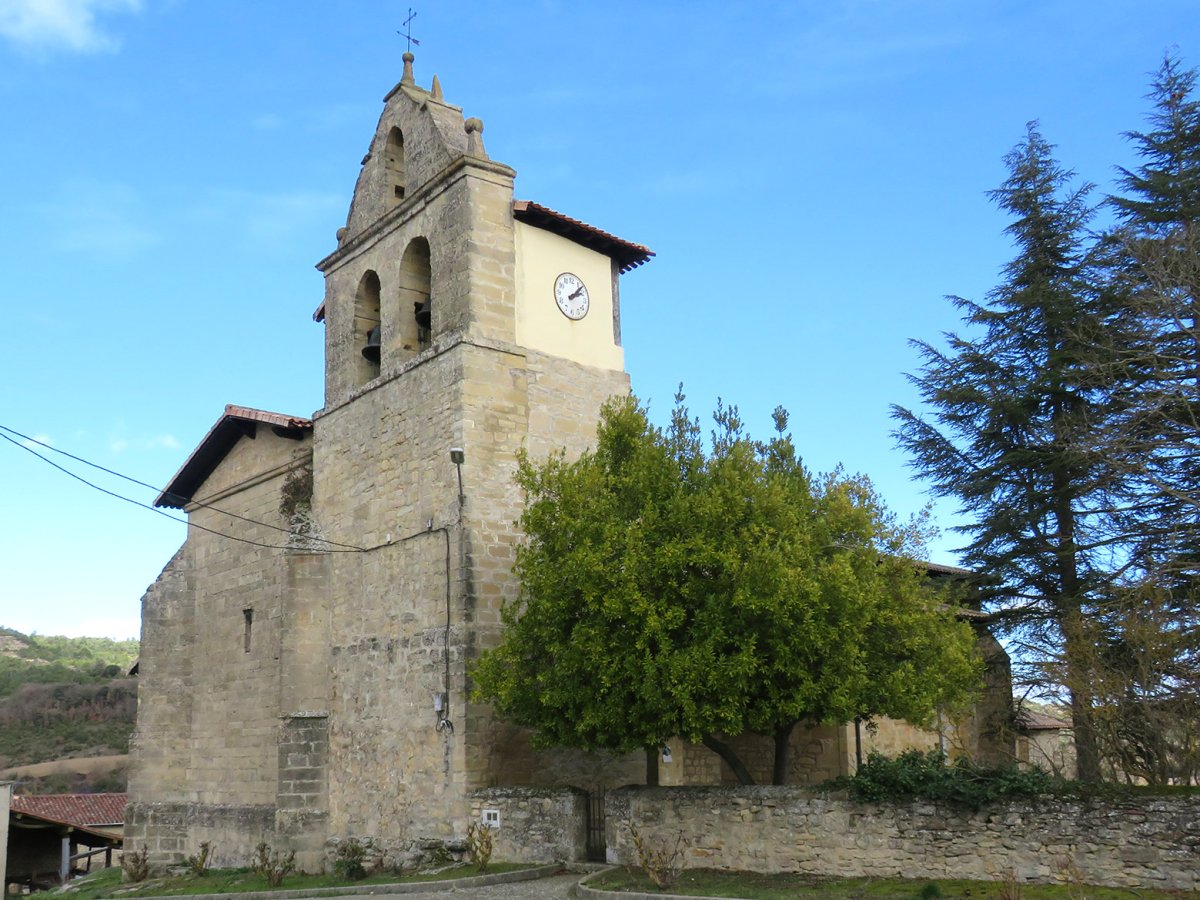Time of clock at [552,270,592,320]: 2:07
